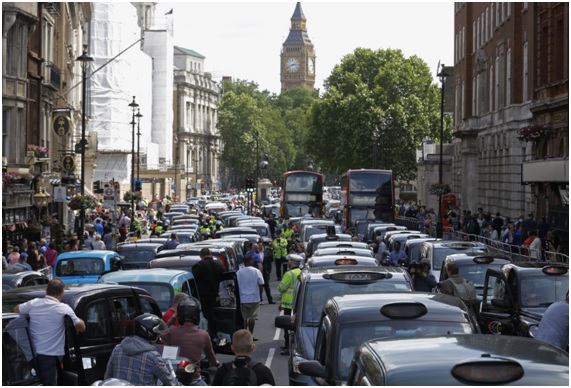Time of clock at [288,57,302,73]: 2:41
